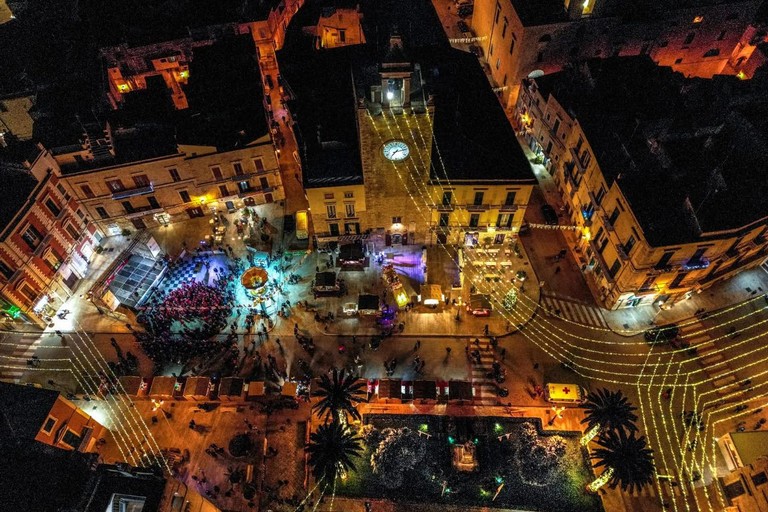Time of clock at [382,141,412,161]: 7:13
